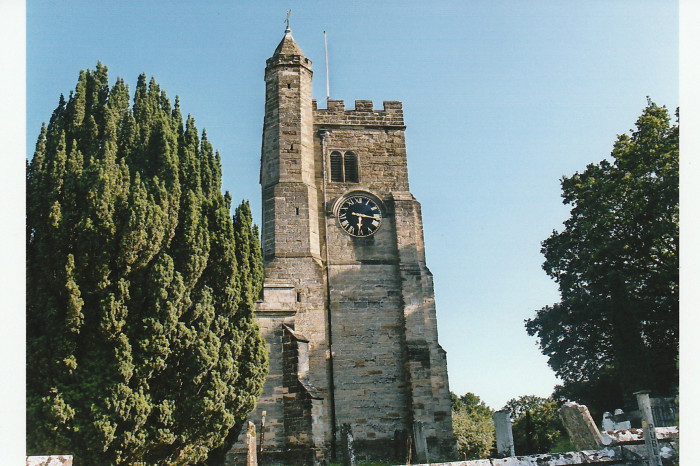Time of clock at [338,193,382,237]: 6:16
